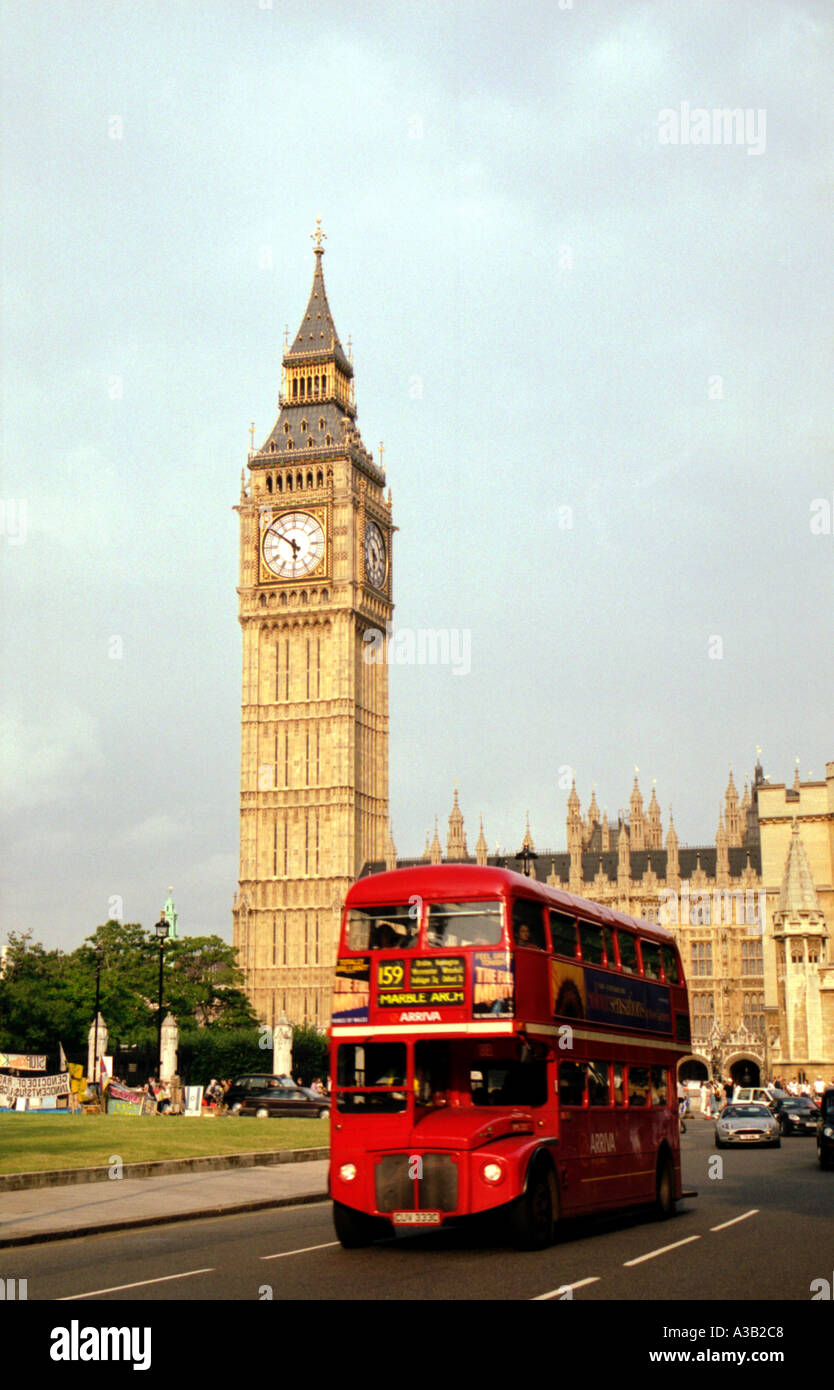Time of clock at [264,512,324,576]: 5:51
